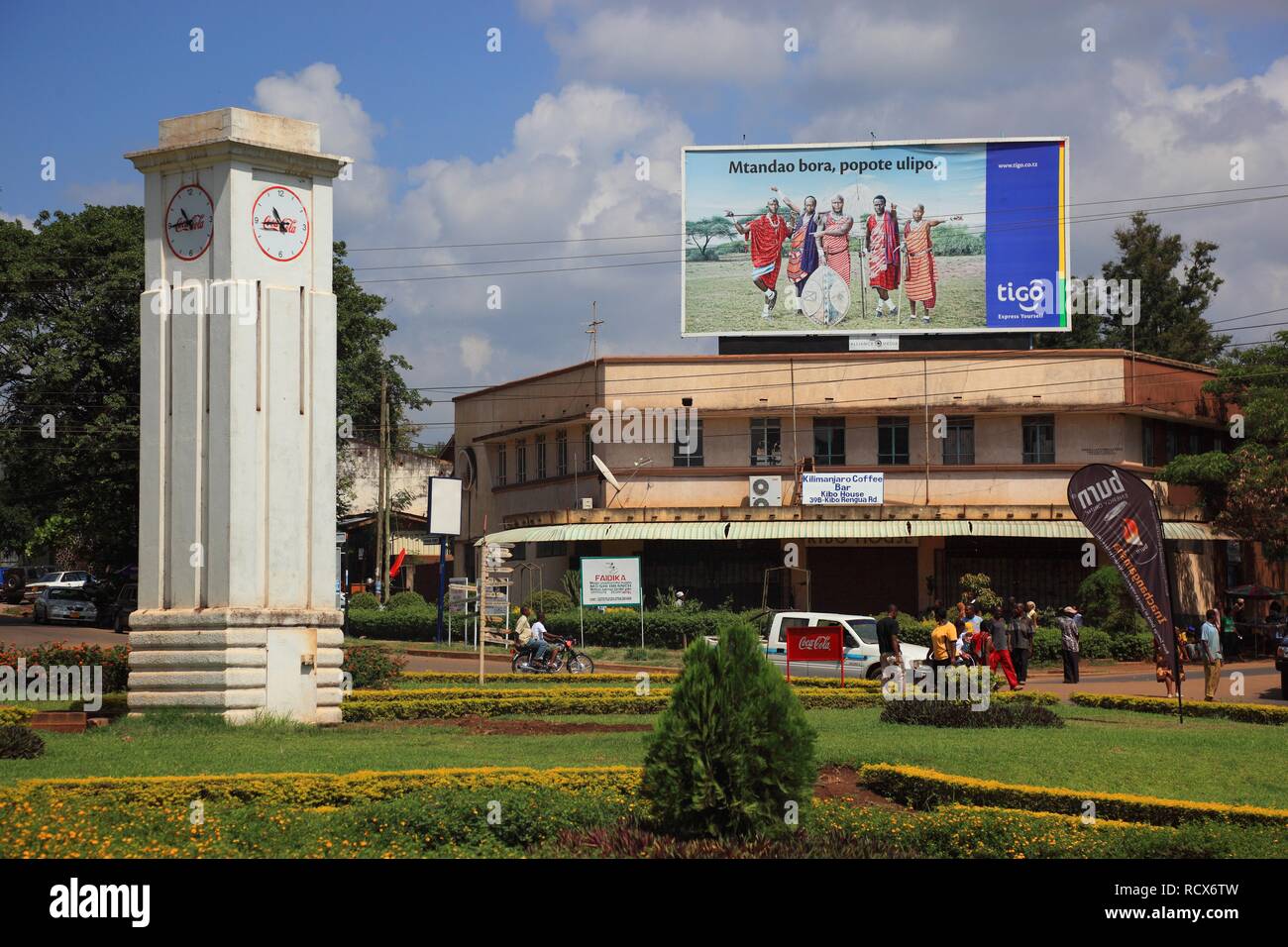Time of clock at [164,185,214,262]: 10:44
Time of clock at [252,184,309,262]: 10:44
